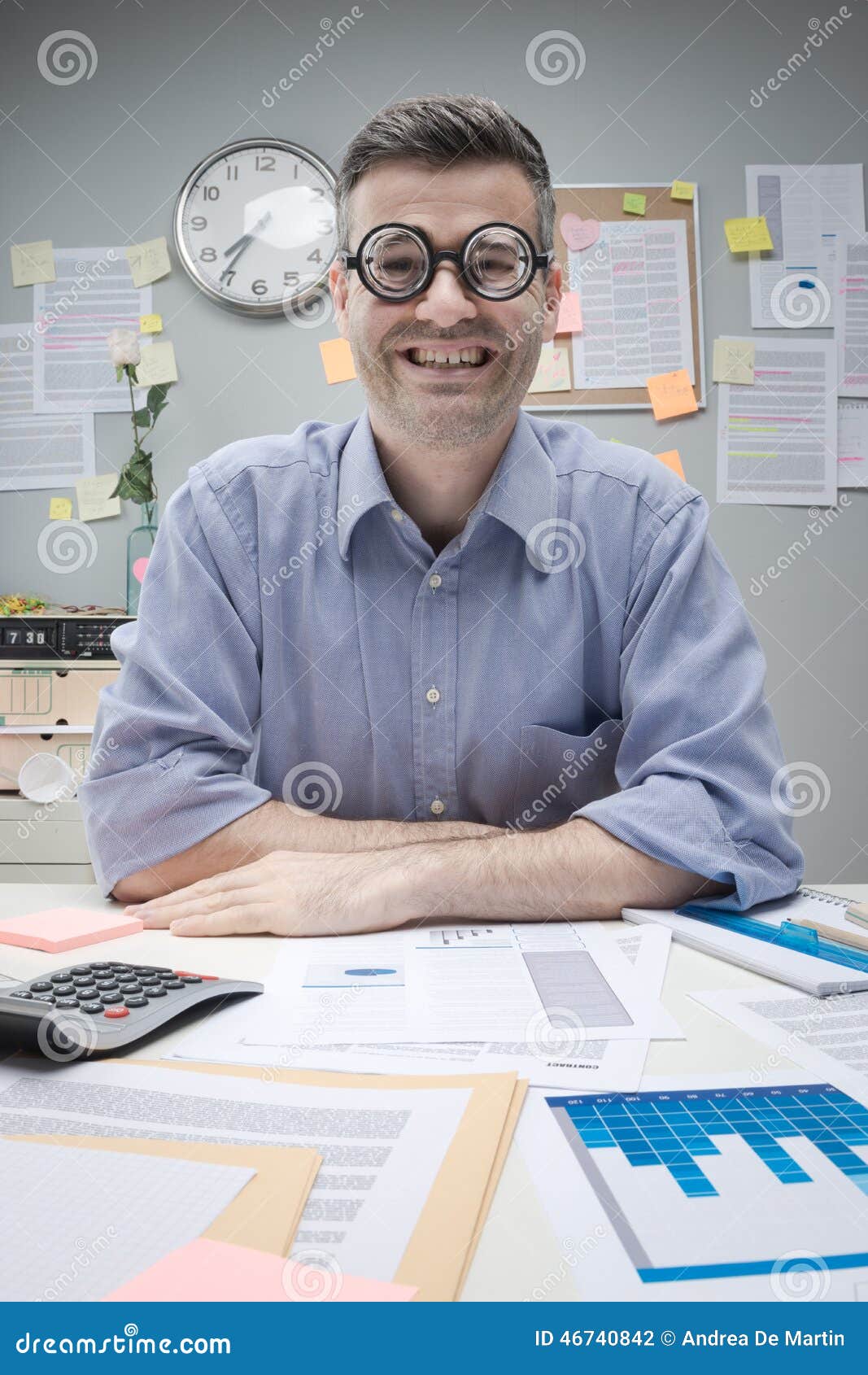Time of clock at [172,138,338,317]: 7:35
